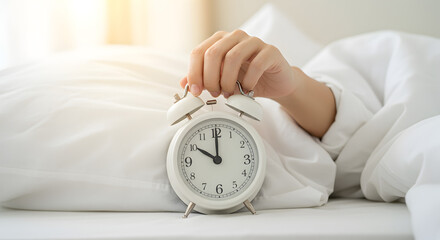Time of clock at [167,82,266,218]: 10:00
